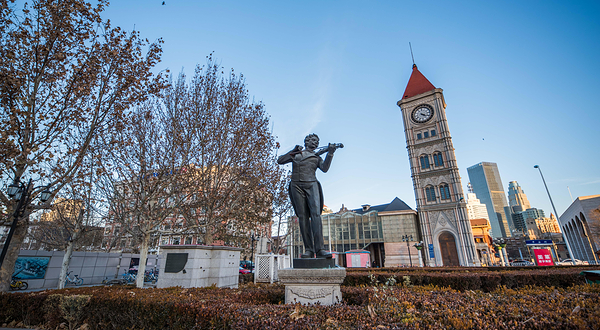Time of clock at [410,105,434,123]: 4:17
